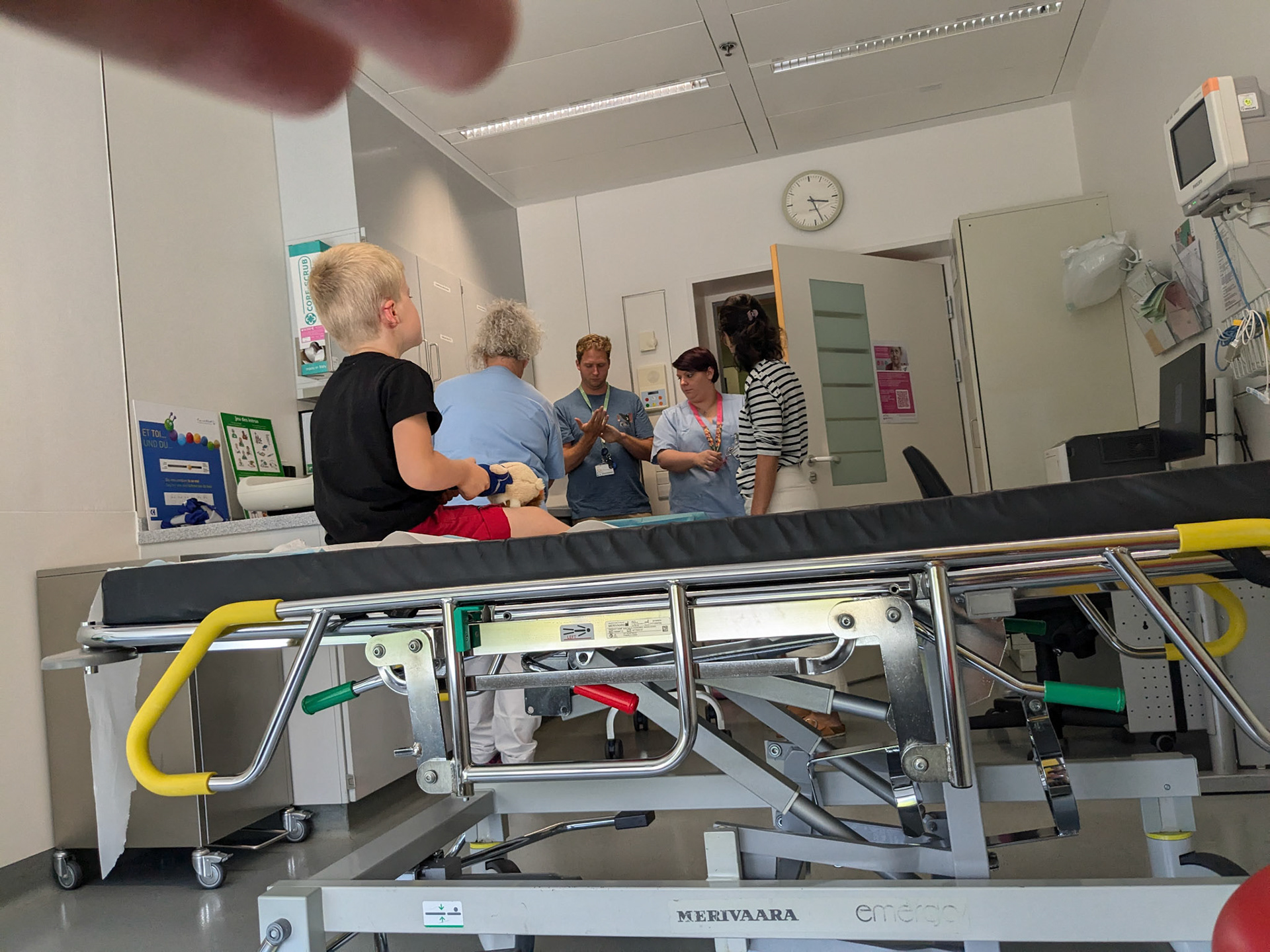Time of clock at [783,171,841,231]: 3:27
